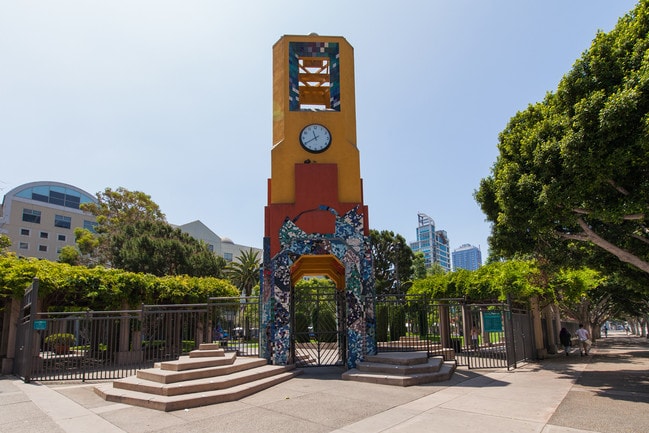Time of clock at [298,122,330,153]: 11:40
